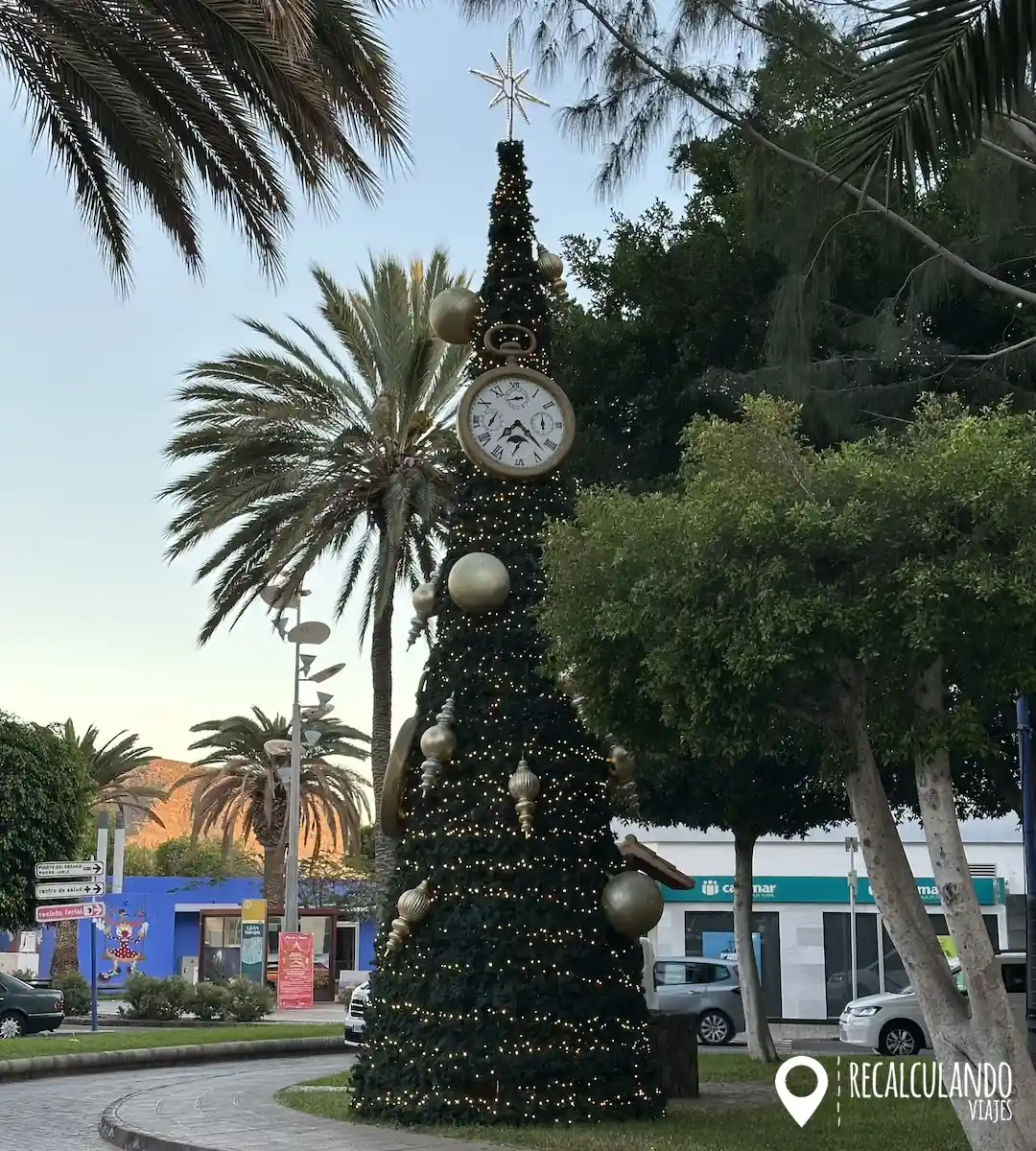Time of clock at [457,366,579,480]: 7:22
